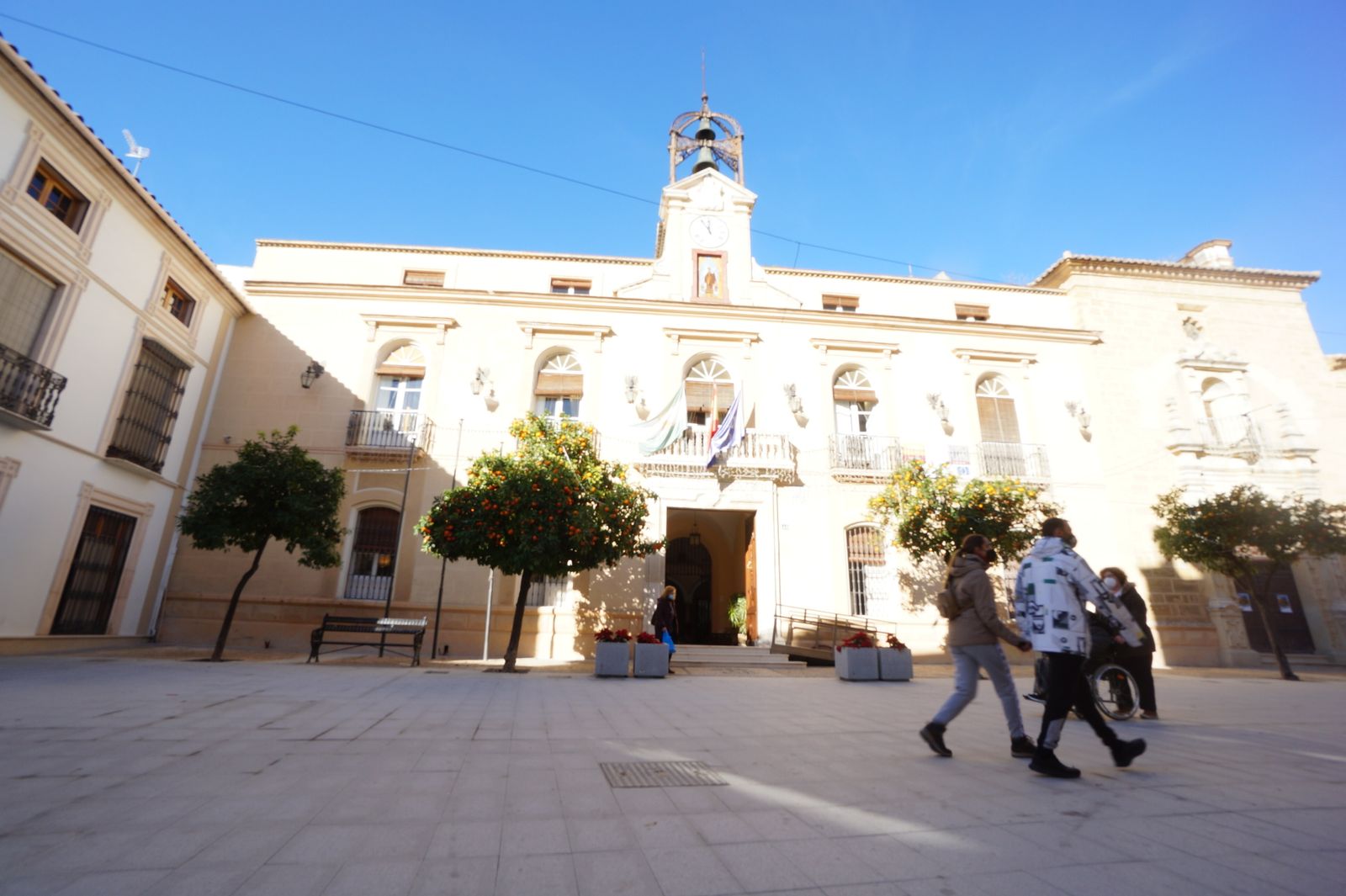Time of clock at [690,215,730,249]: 11:54
